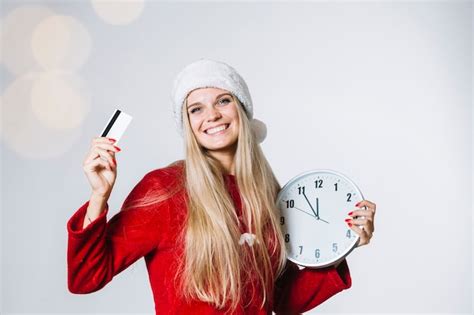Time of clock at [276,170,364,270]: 11:54
